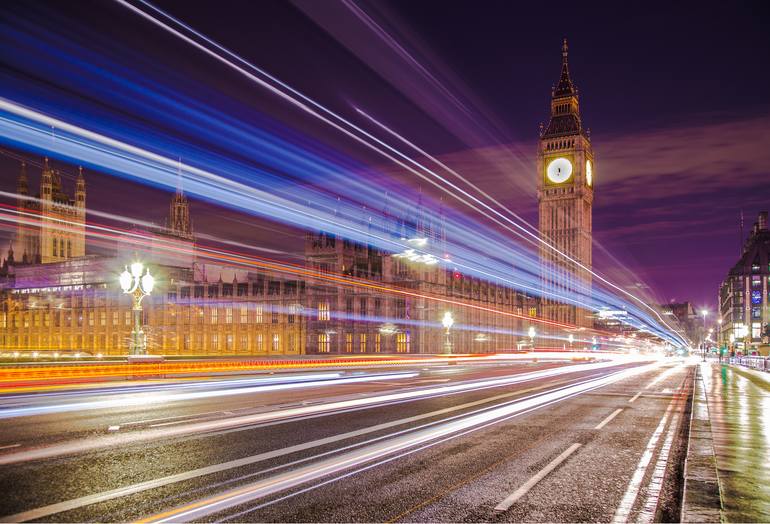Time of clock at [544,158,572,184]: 6:27
